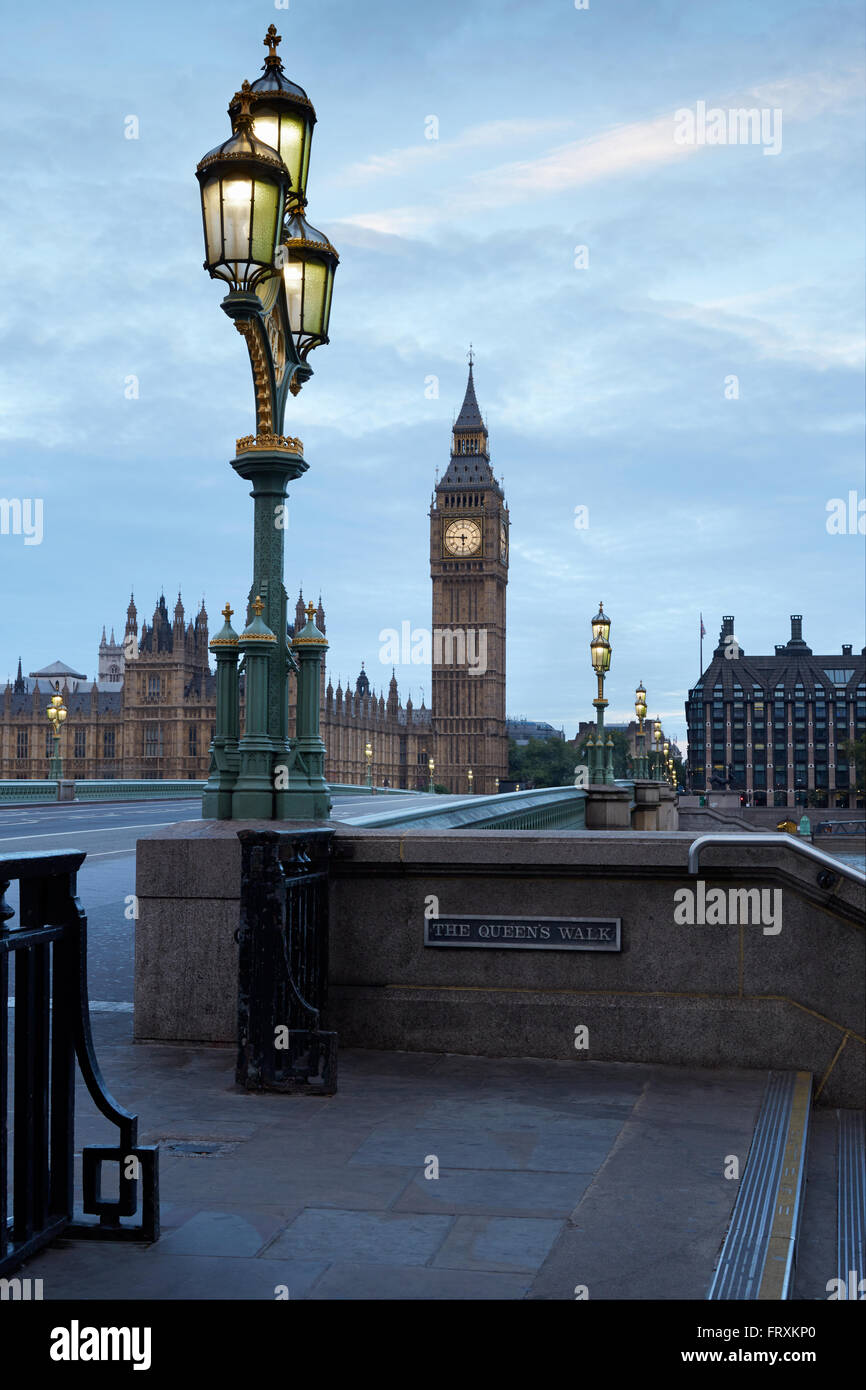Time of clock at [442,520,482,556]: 5:45
